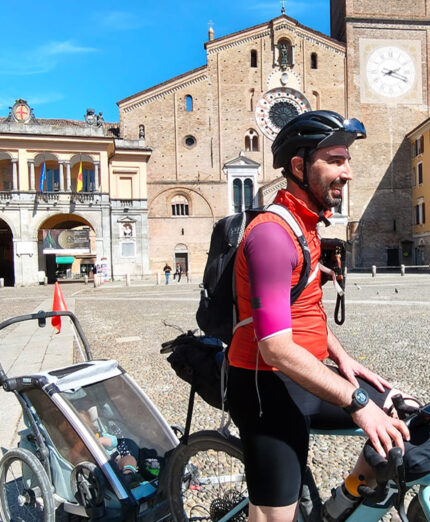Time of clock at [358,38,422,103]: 2:18
